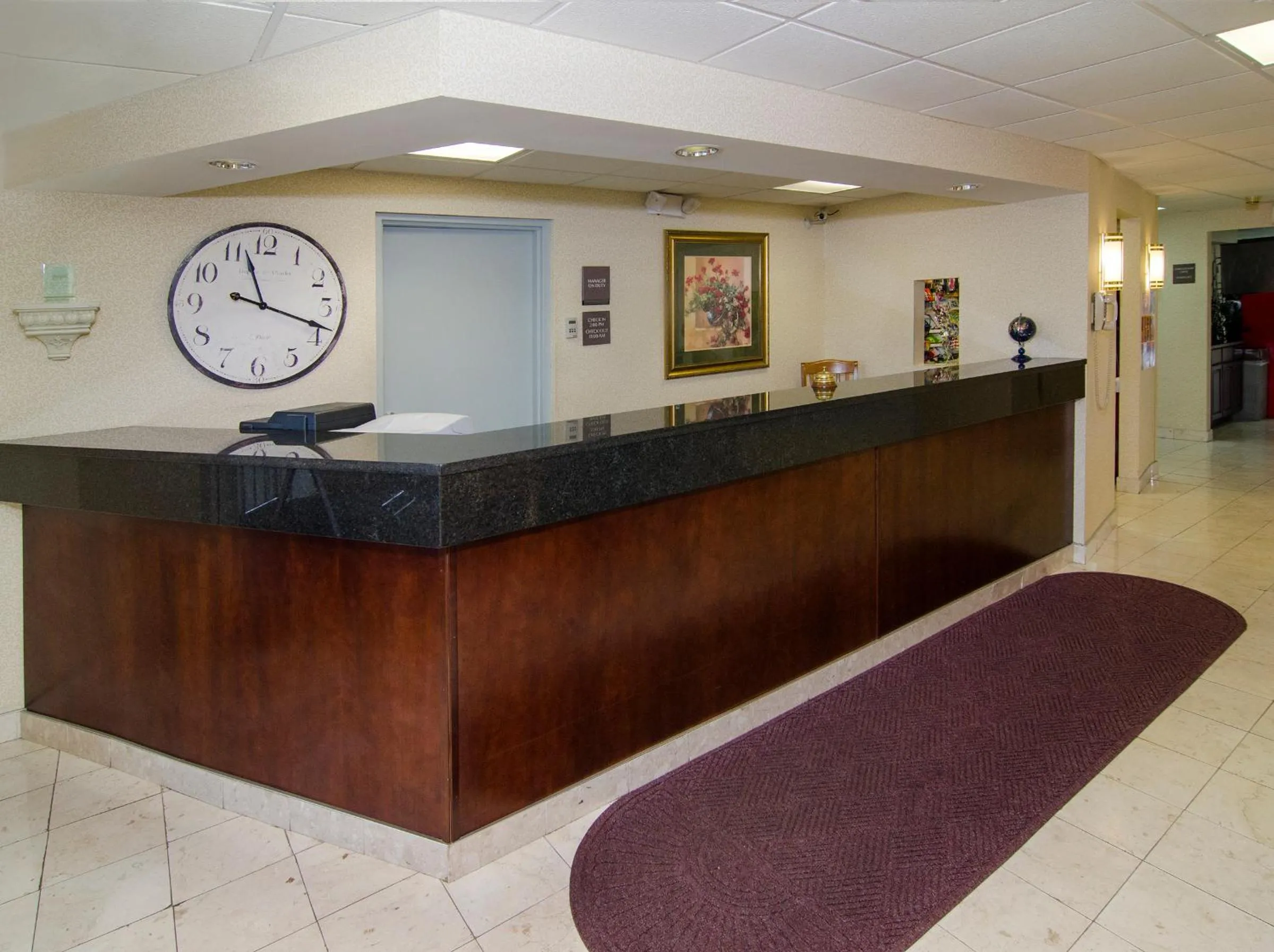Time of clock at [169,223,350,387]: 11:18
